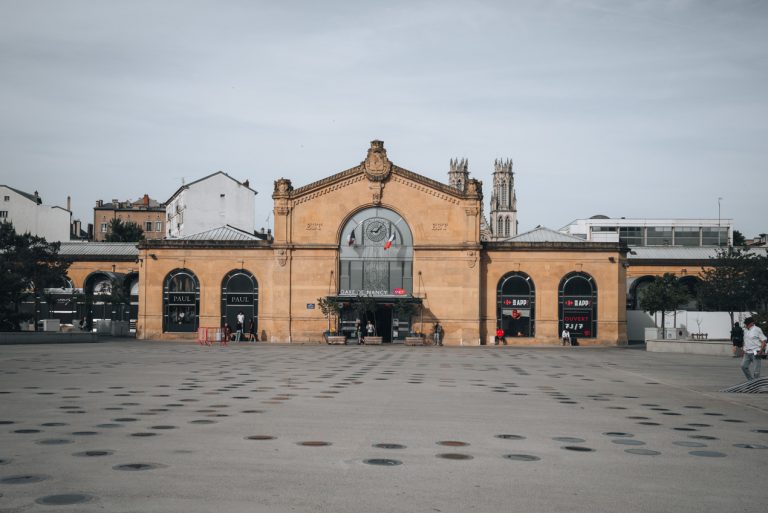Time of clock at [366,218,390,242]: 9:05
